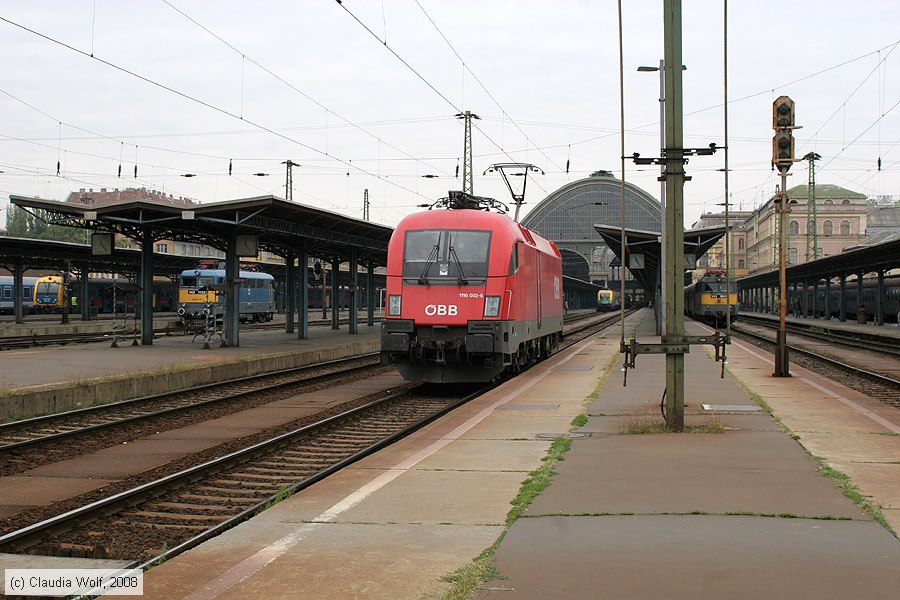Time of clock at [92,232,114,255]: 11:23
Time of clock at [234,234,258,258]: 11:24
